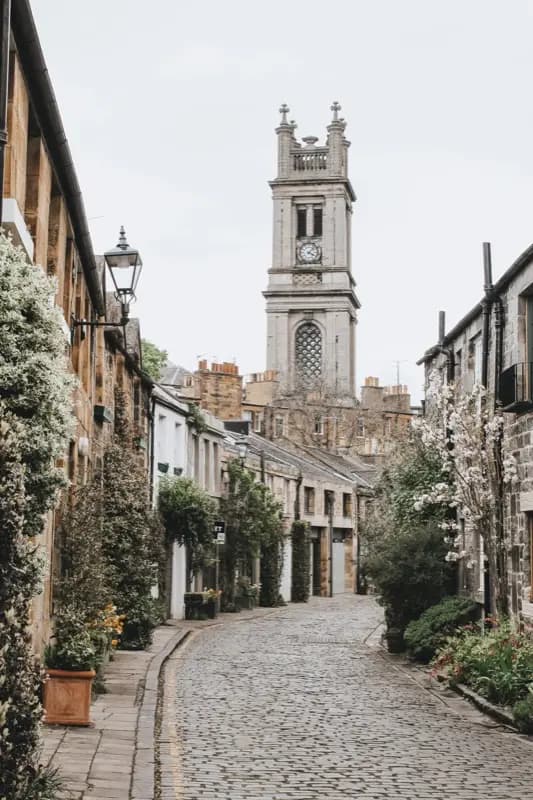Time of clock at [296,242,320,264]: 4:07
